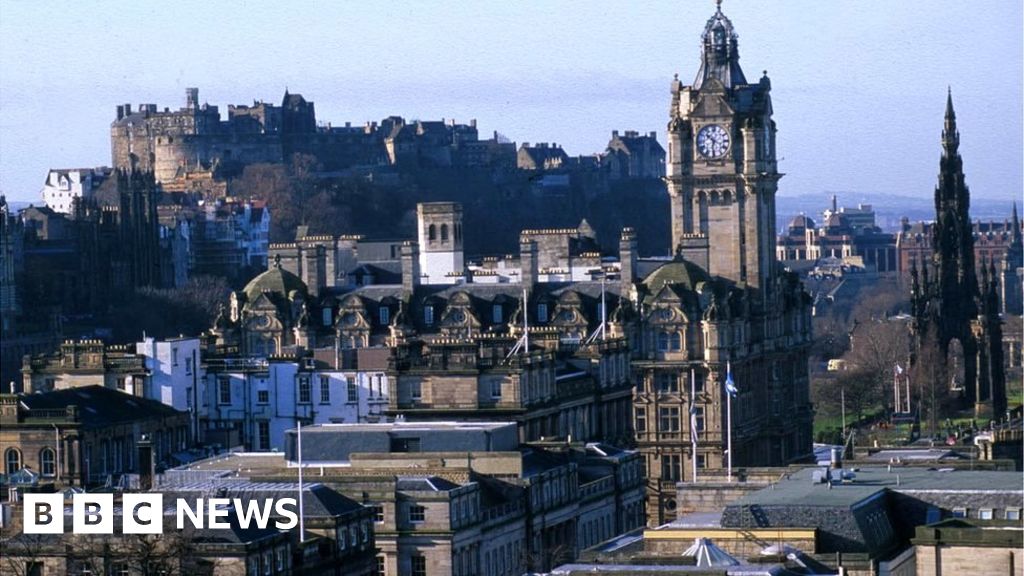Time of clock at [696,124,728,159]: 10:32
